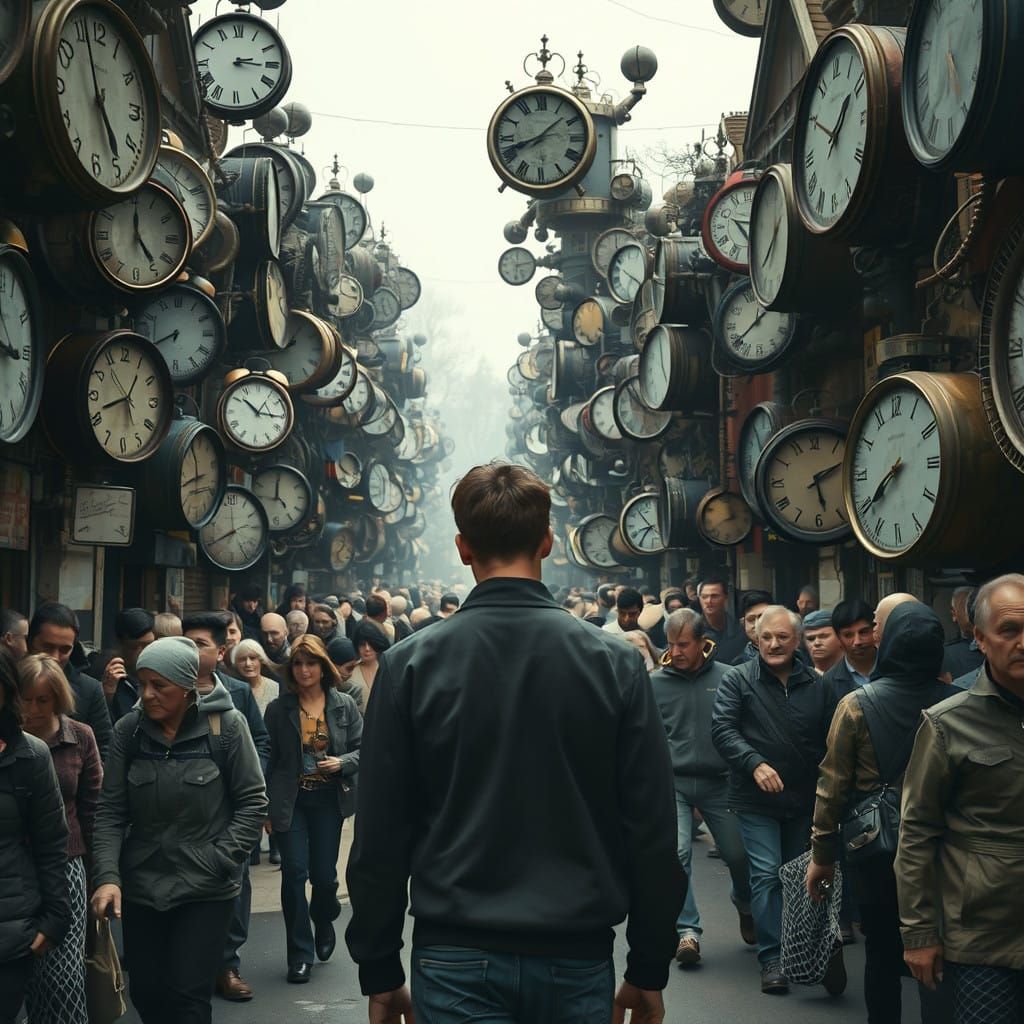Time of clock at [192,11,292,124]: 2:15
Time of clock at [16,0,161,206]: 4:57
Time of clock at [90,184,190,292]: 5:00
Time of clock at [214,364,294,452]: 10:15
